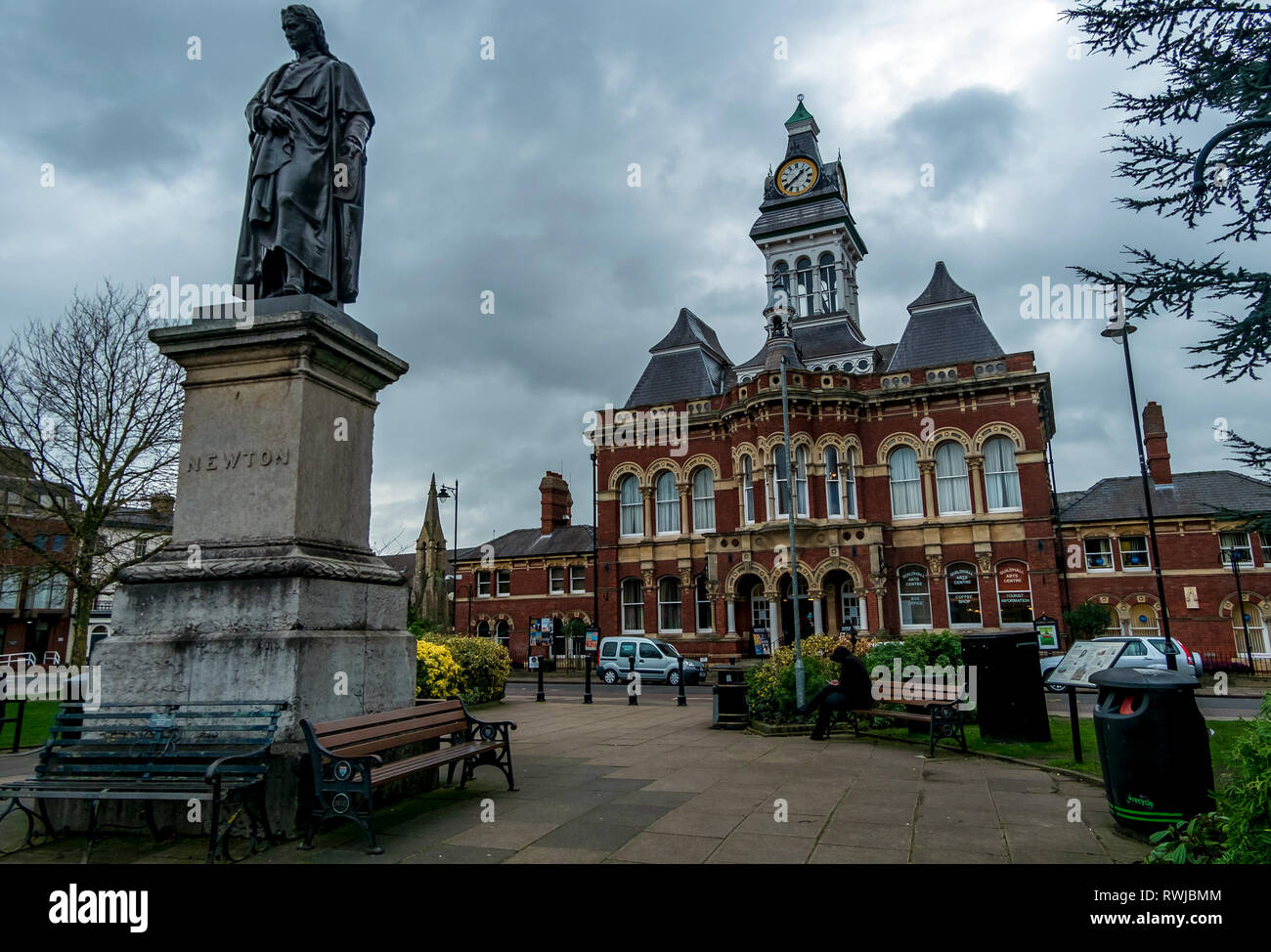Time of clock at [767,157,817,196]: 1:38
